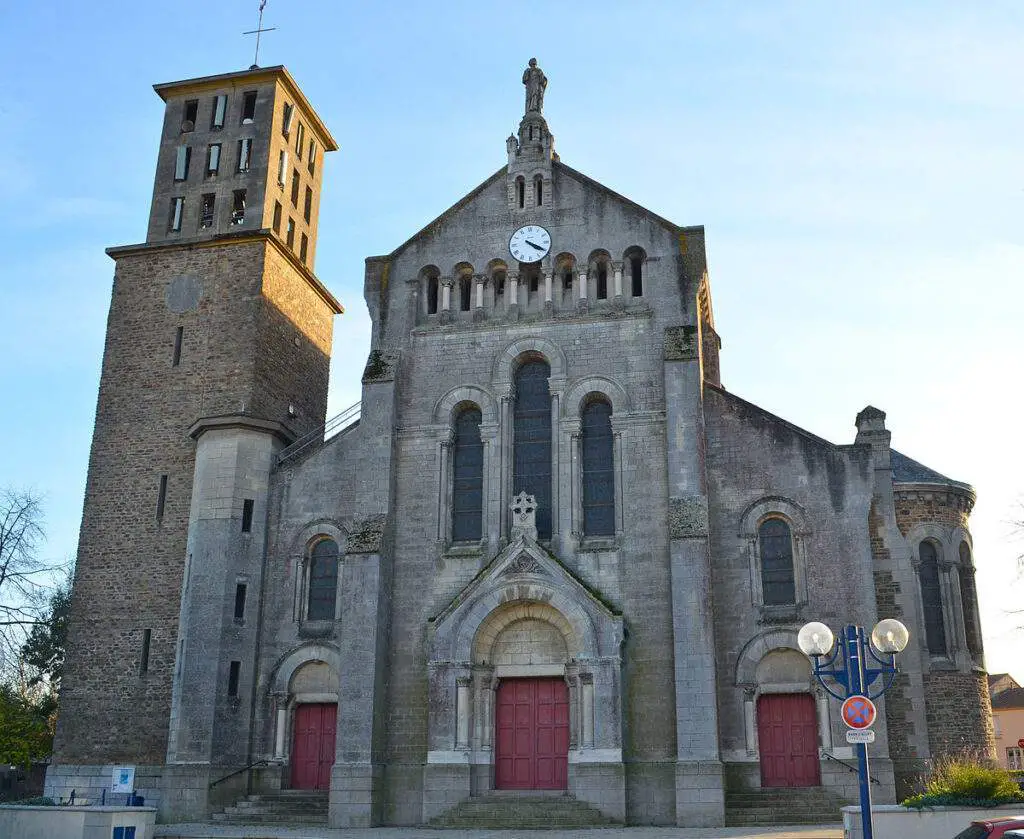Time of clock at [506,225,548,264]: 4:20
